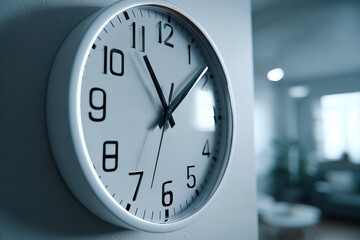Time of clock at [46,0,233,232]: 11:08
